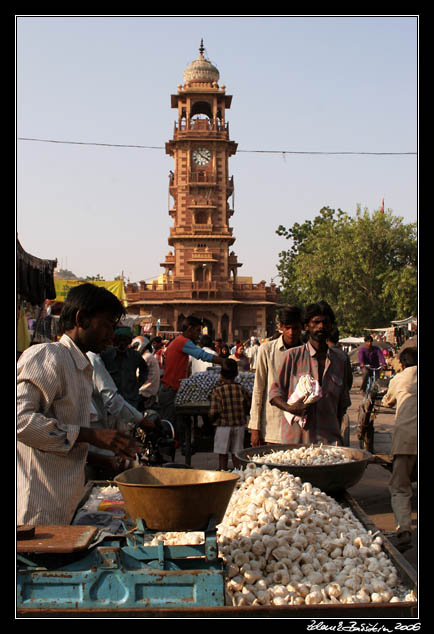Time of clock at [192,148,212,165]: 3:52
